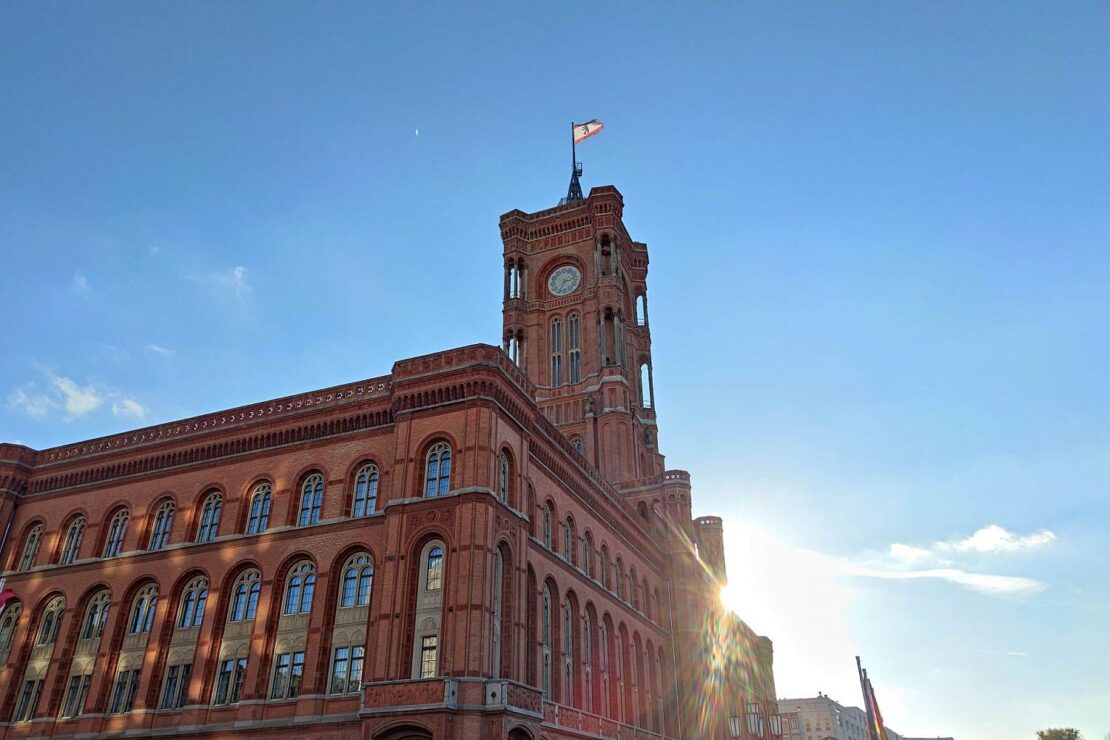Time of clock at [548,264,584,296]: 2:34
